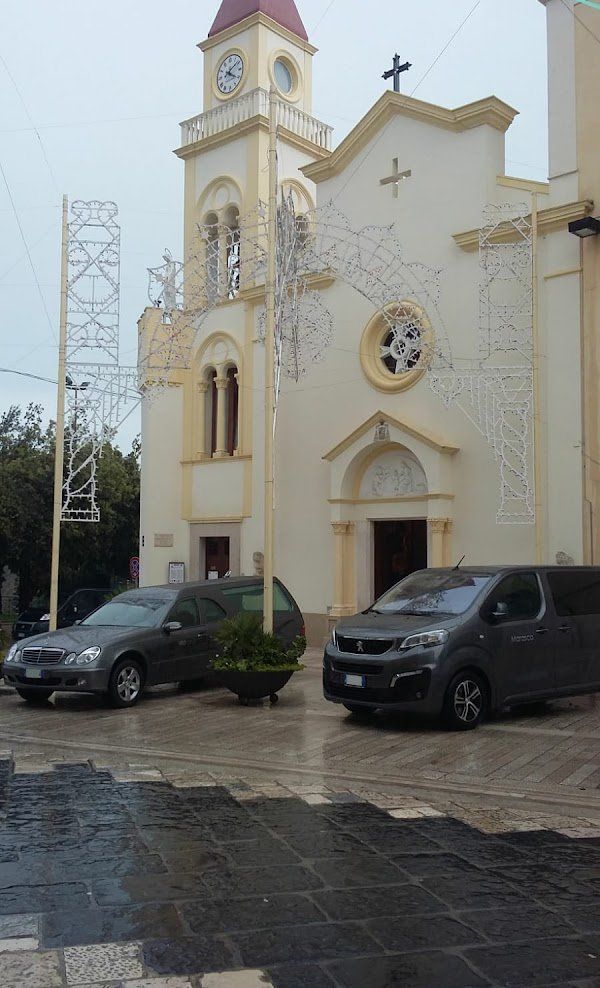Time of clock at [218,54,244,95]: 4:09
